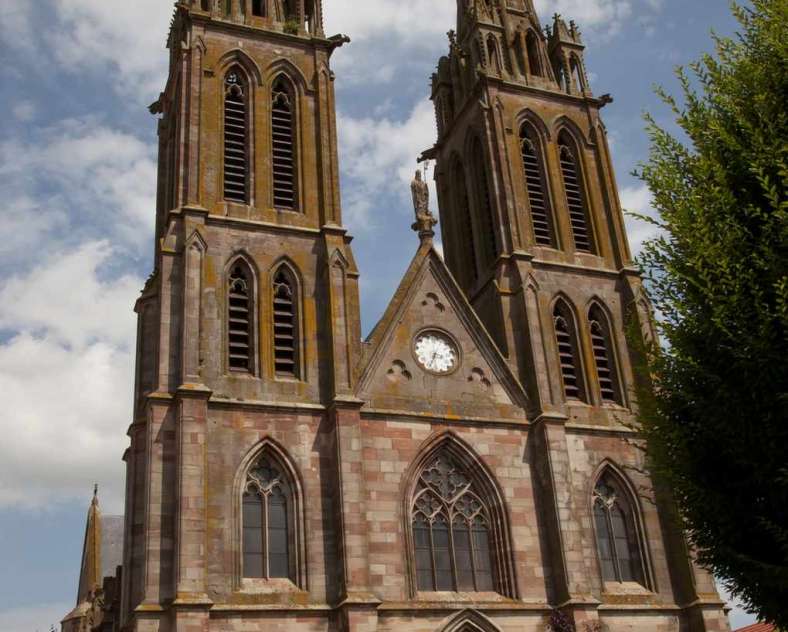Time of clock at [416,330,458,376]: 3:33
